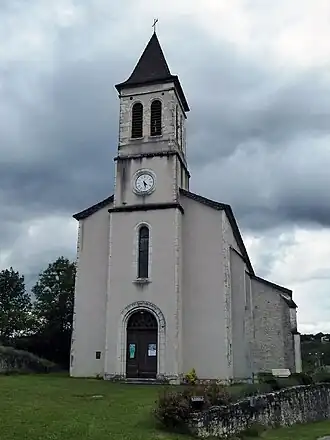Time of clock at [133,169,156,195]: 4:27
